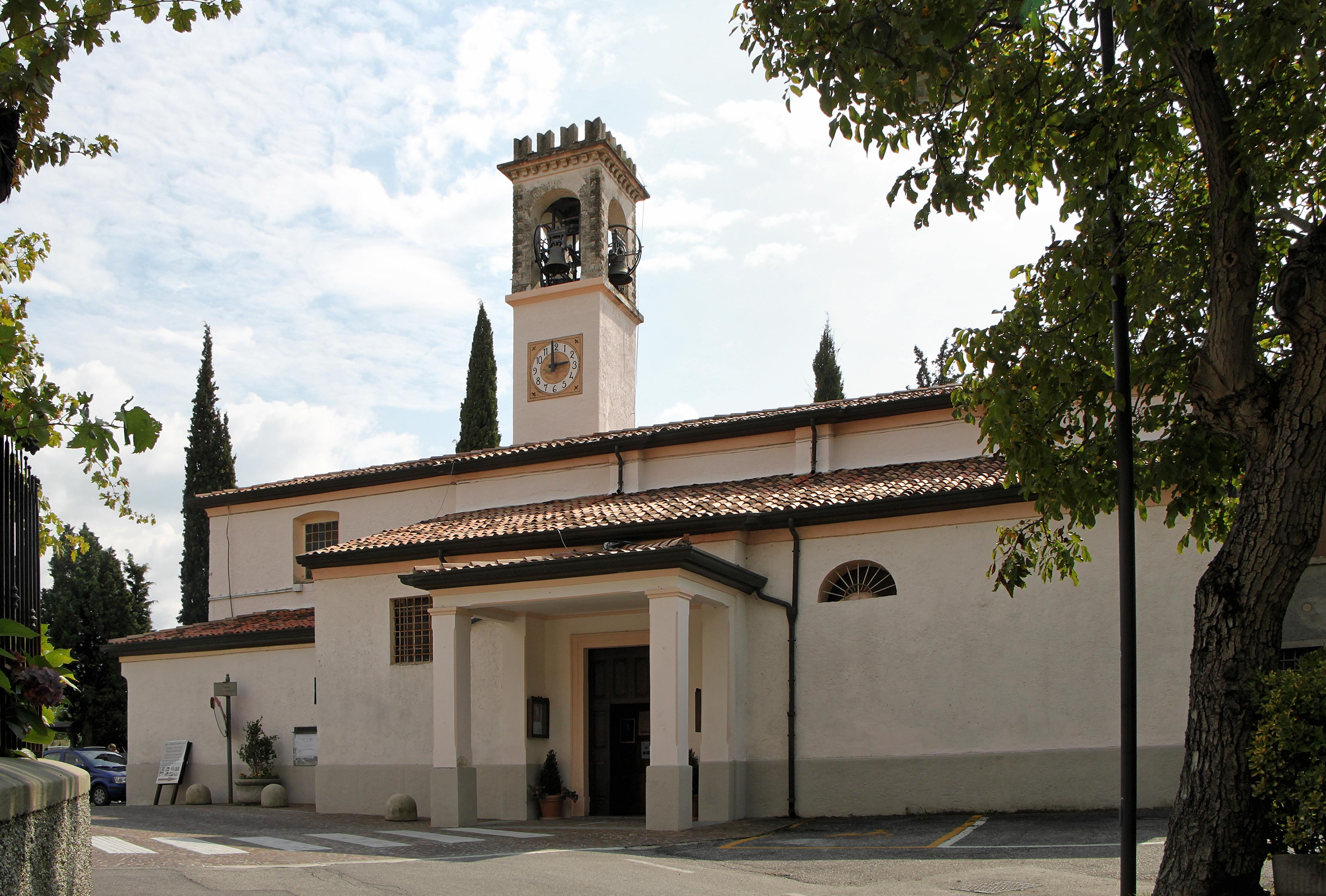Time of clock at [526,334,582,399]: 2:59
